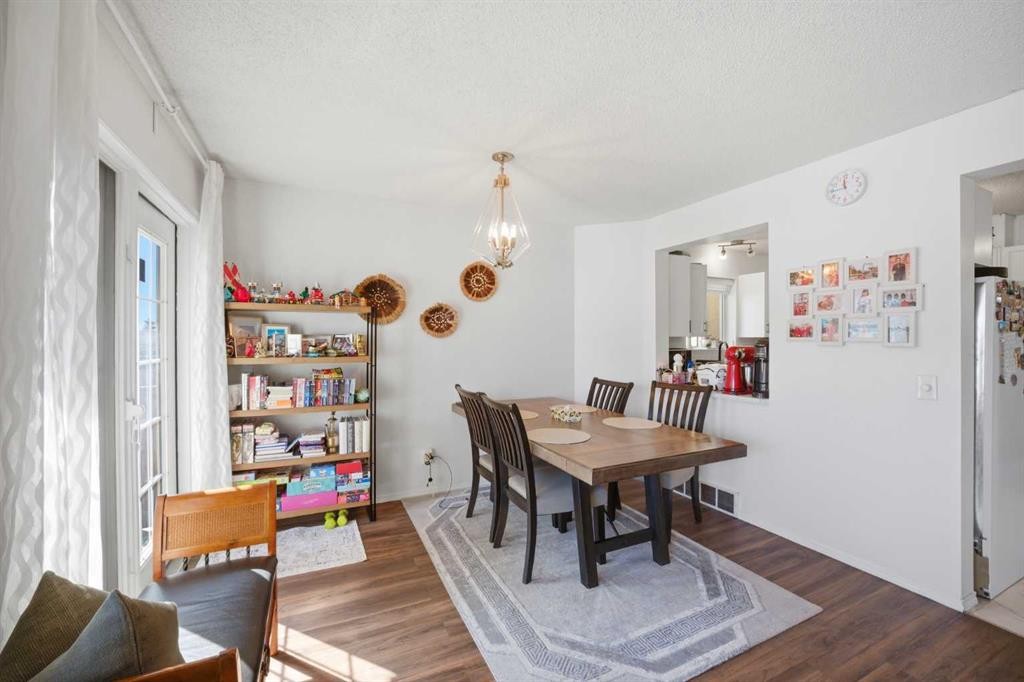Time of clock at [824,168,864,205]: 11:44
